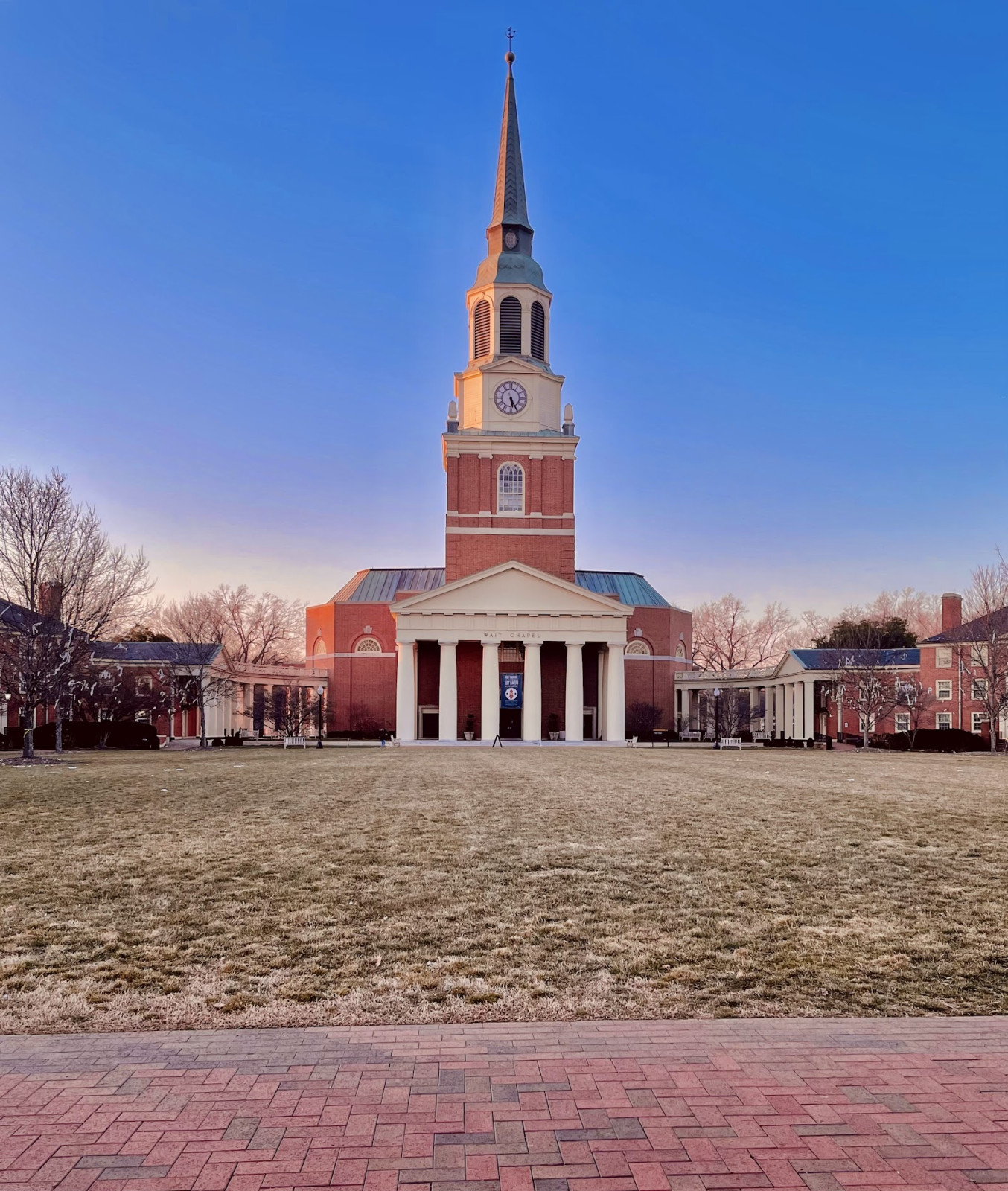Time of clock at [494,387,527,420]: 5:25
